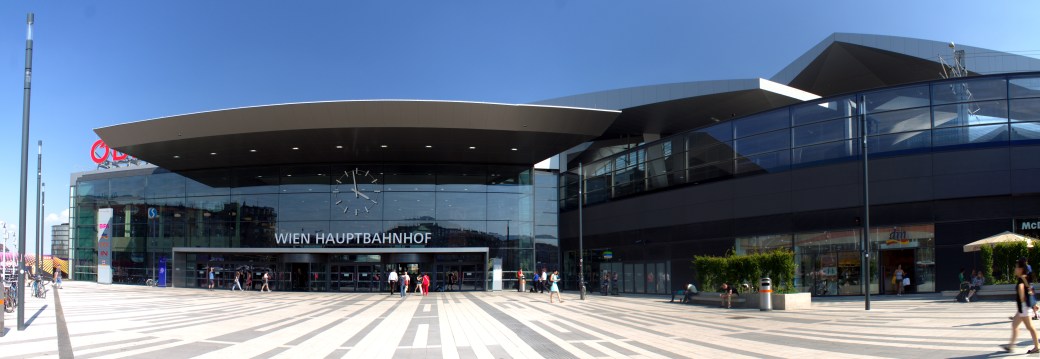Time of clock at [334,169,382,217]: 3:58
